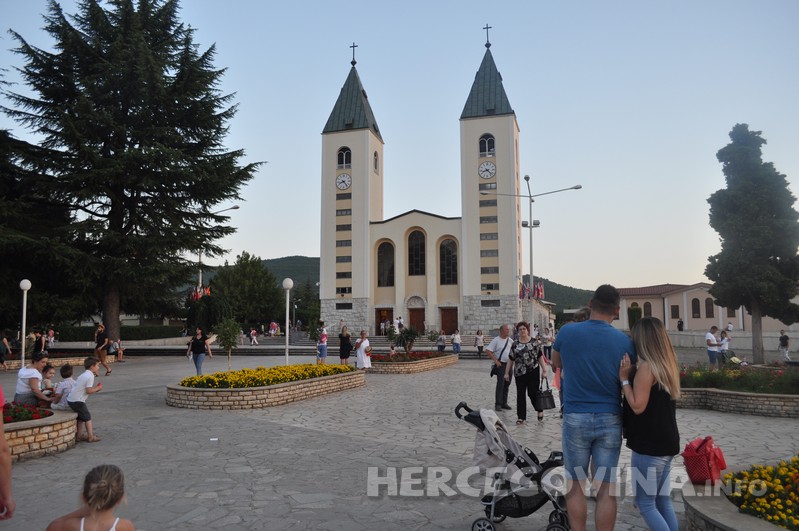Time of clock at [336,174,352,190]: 8:23
